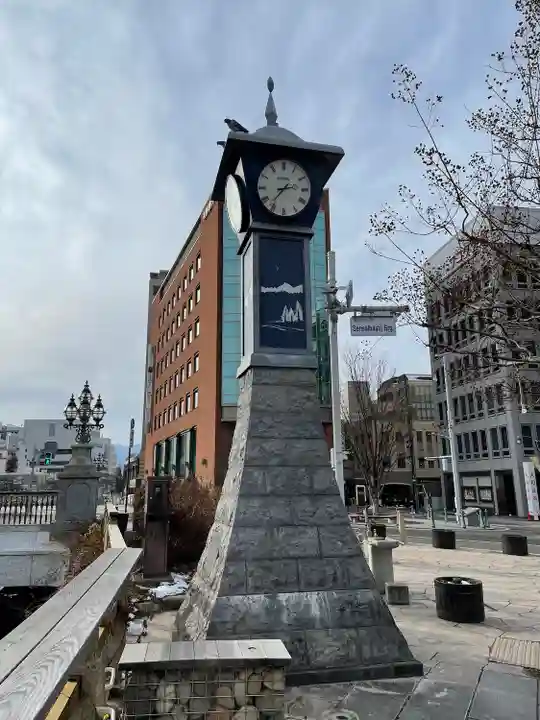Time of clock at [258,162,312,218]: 2:36
